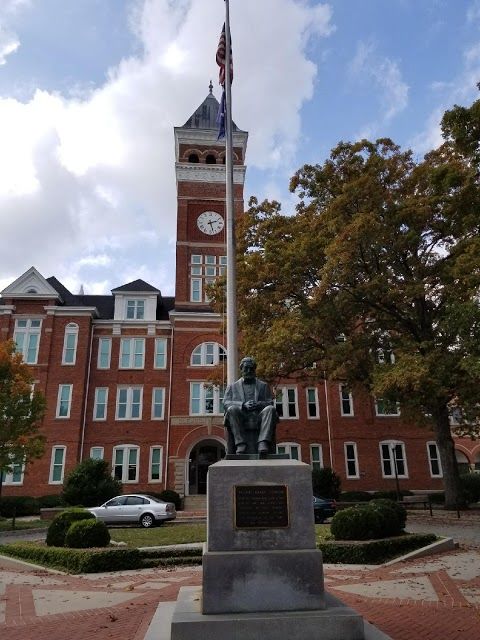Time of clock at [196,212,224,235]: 2:27
